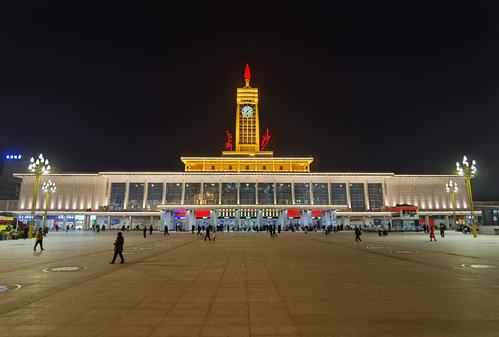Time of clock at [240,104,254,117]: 7:07
